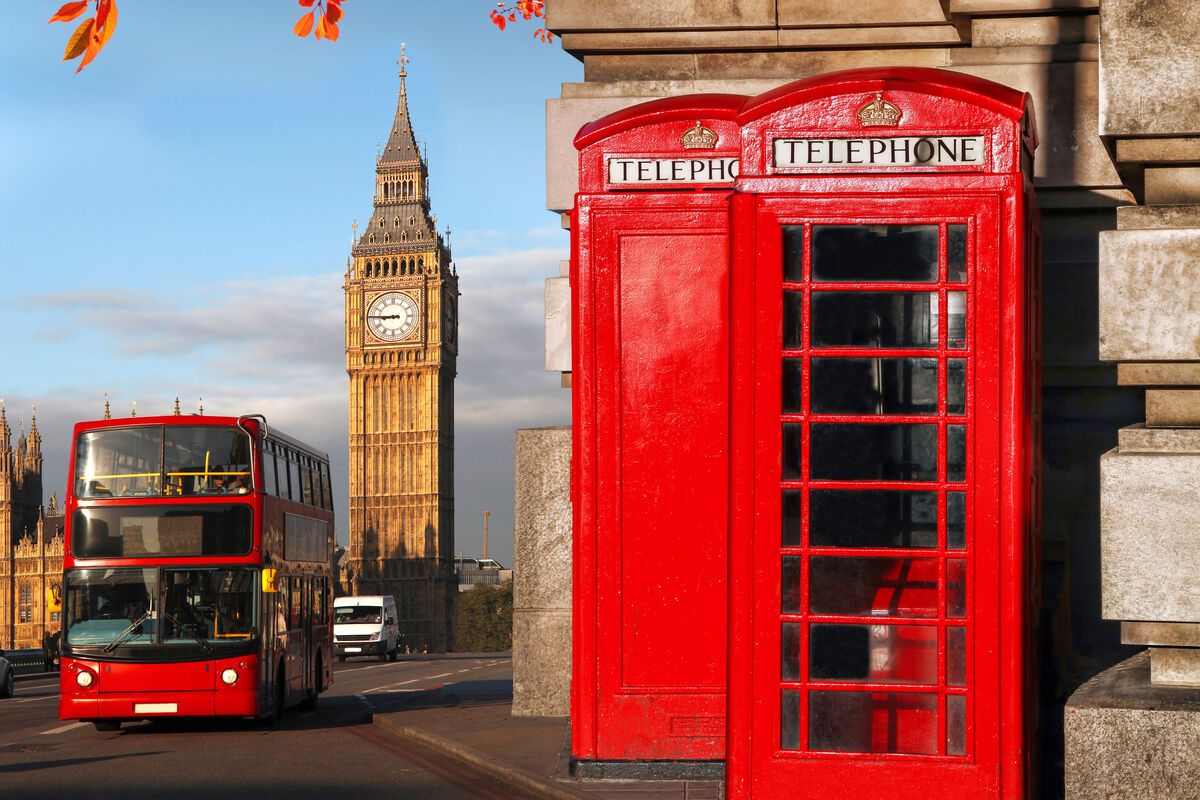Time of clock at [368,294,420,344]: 8:45
